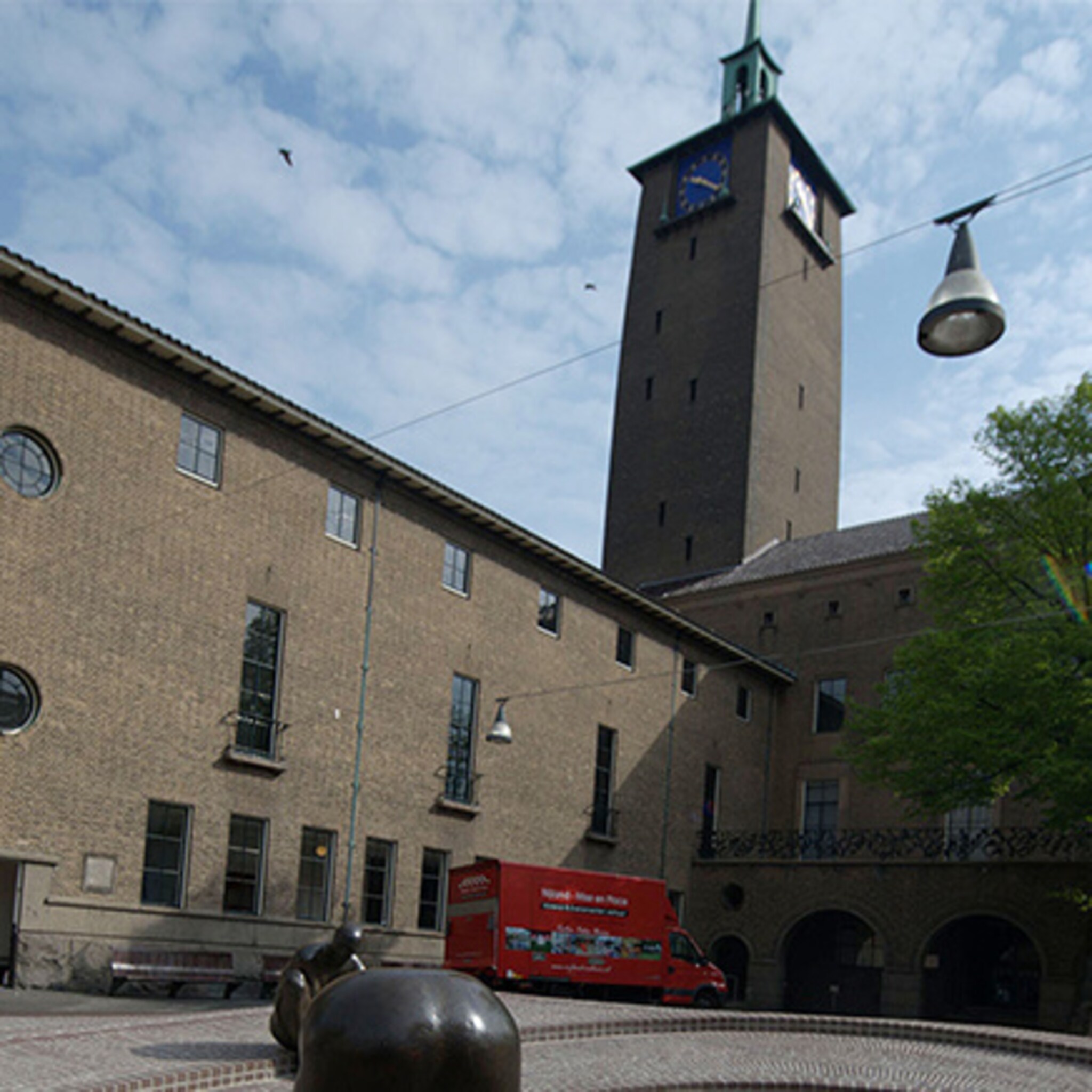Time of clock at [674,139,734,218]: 9:20
